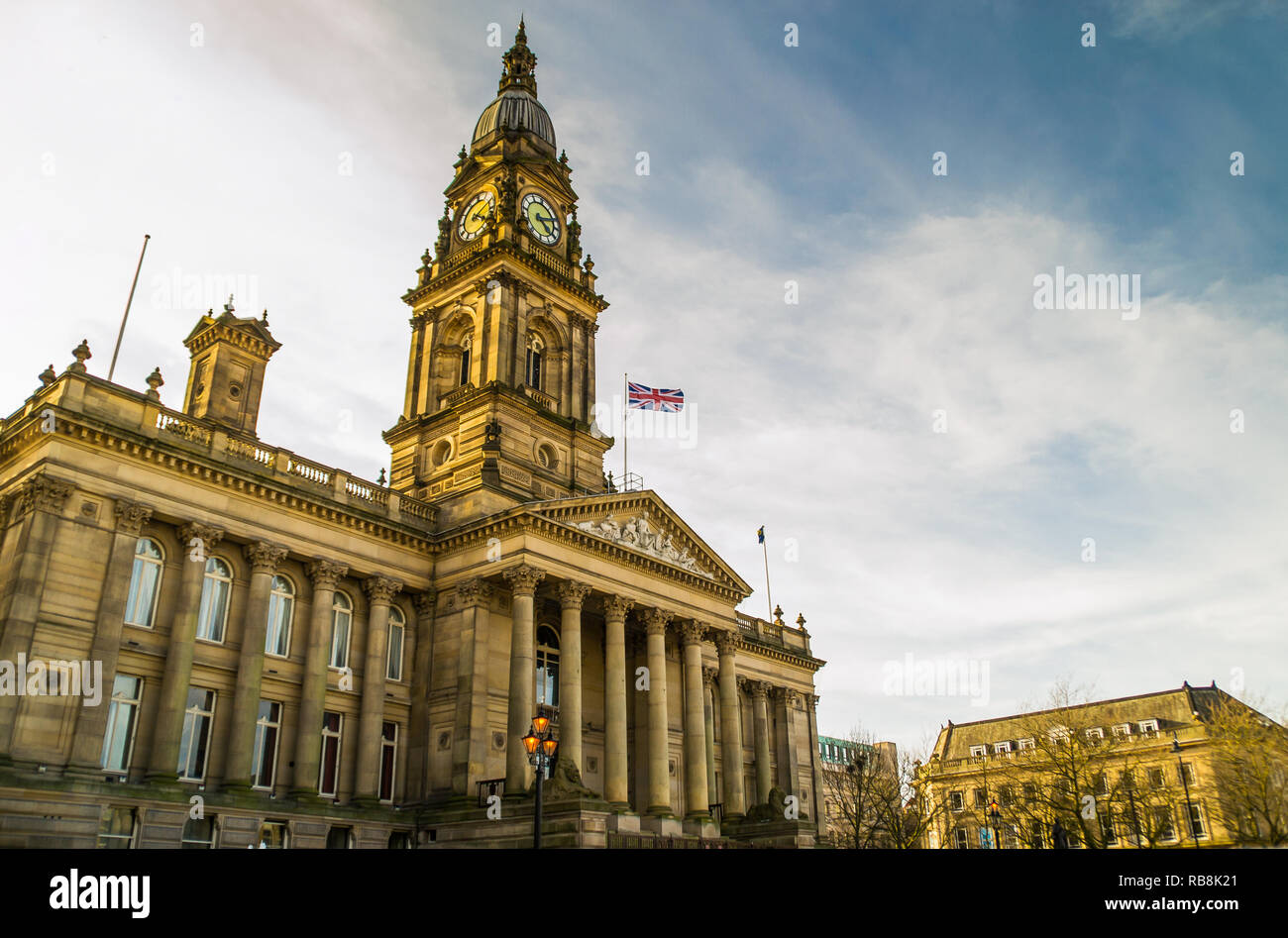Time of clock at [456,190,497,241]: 4:09
